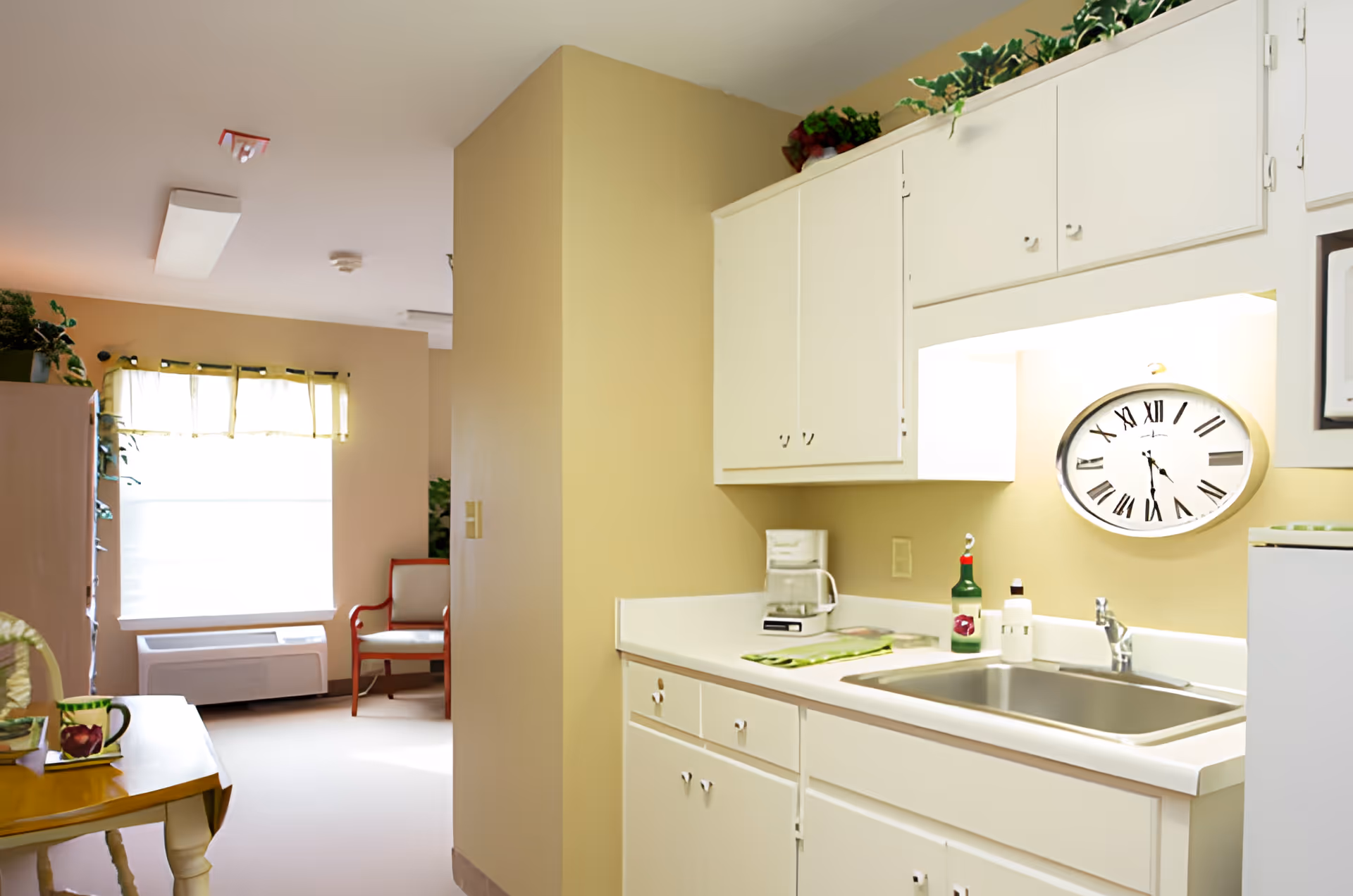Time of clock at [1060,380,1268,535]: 4:29
